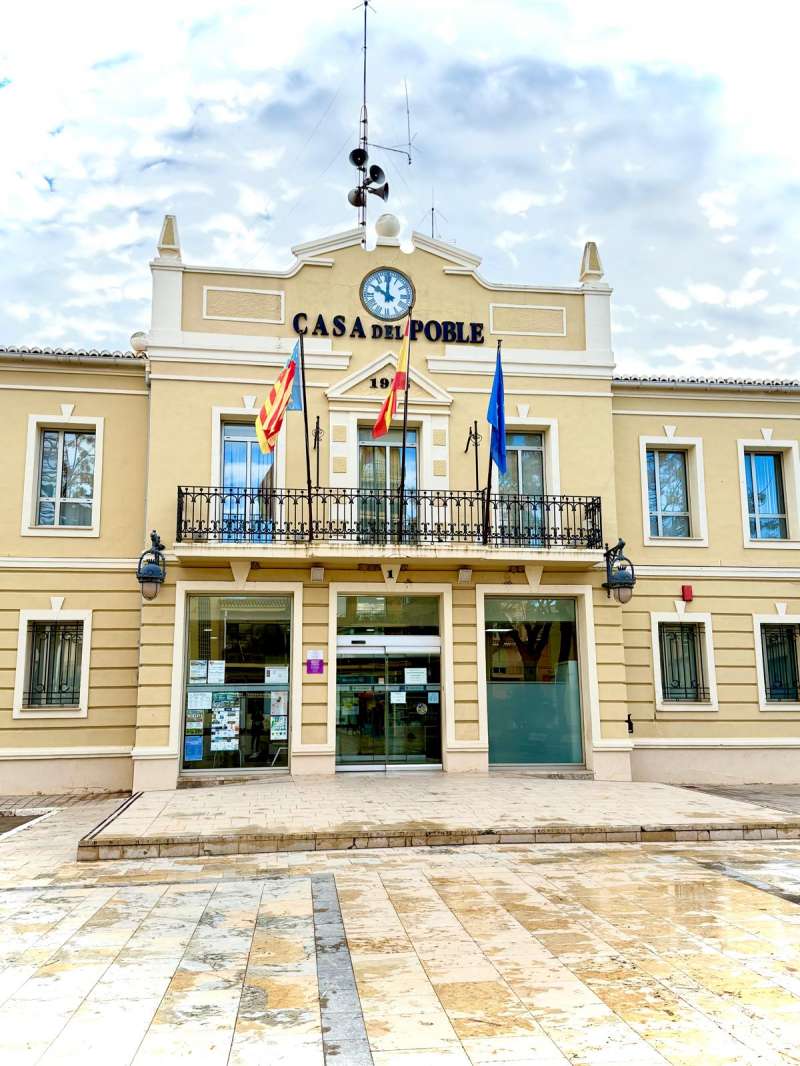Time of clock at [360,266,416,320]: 10:00
